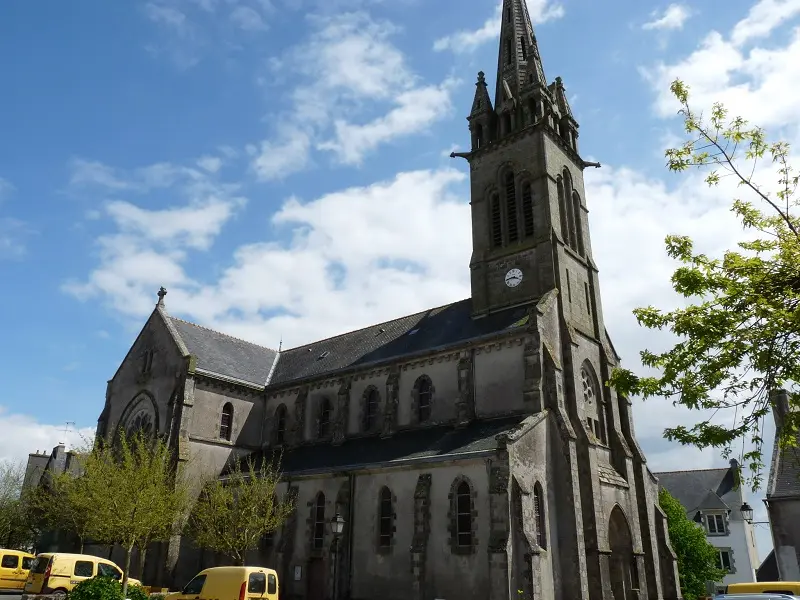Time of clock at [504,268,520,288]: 3:44
